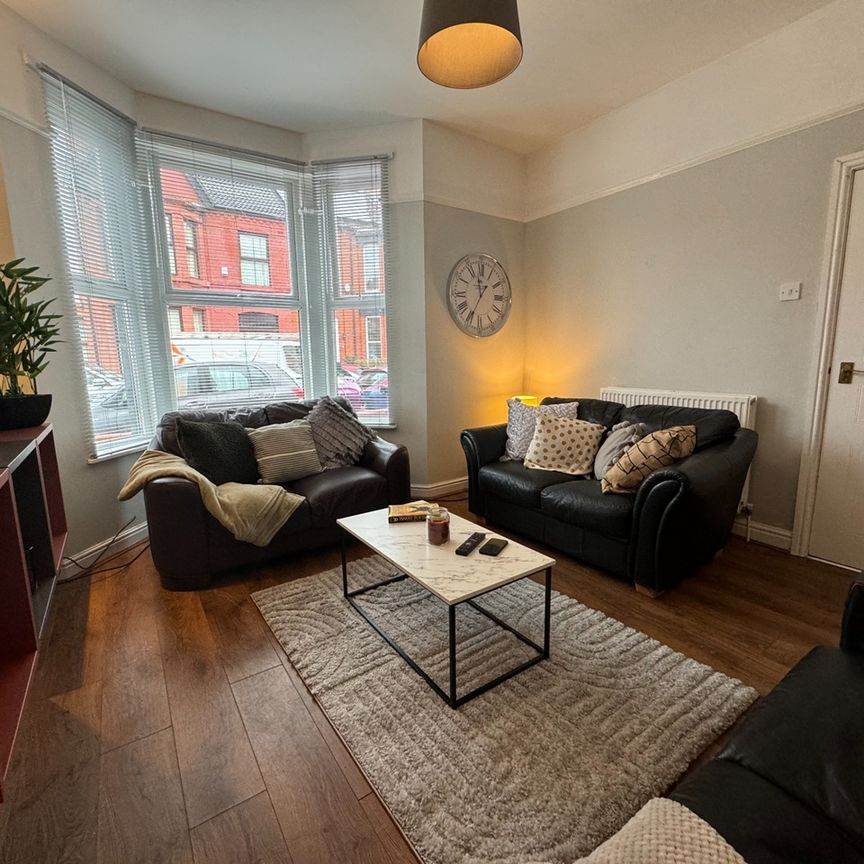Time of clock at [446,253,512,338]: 11:35
